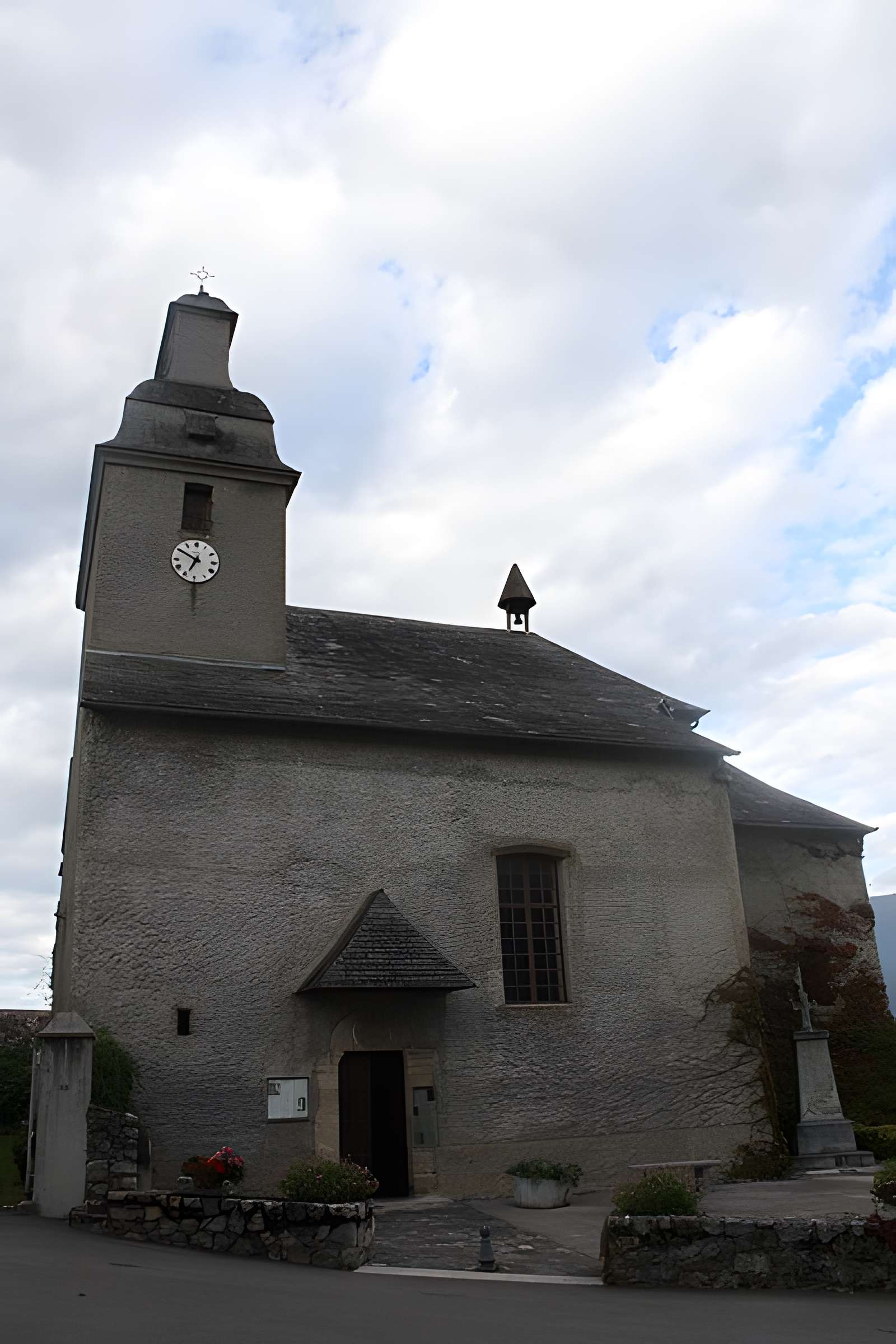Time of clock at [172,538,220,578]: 6:50
